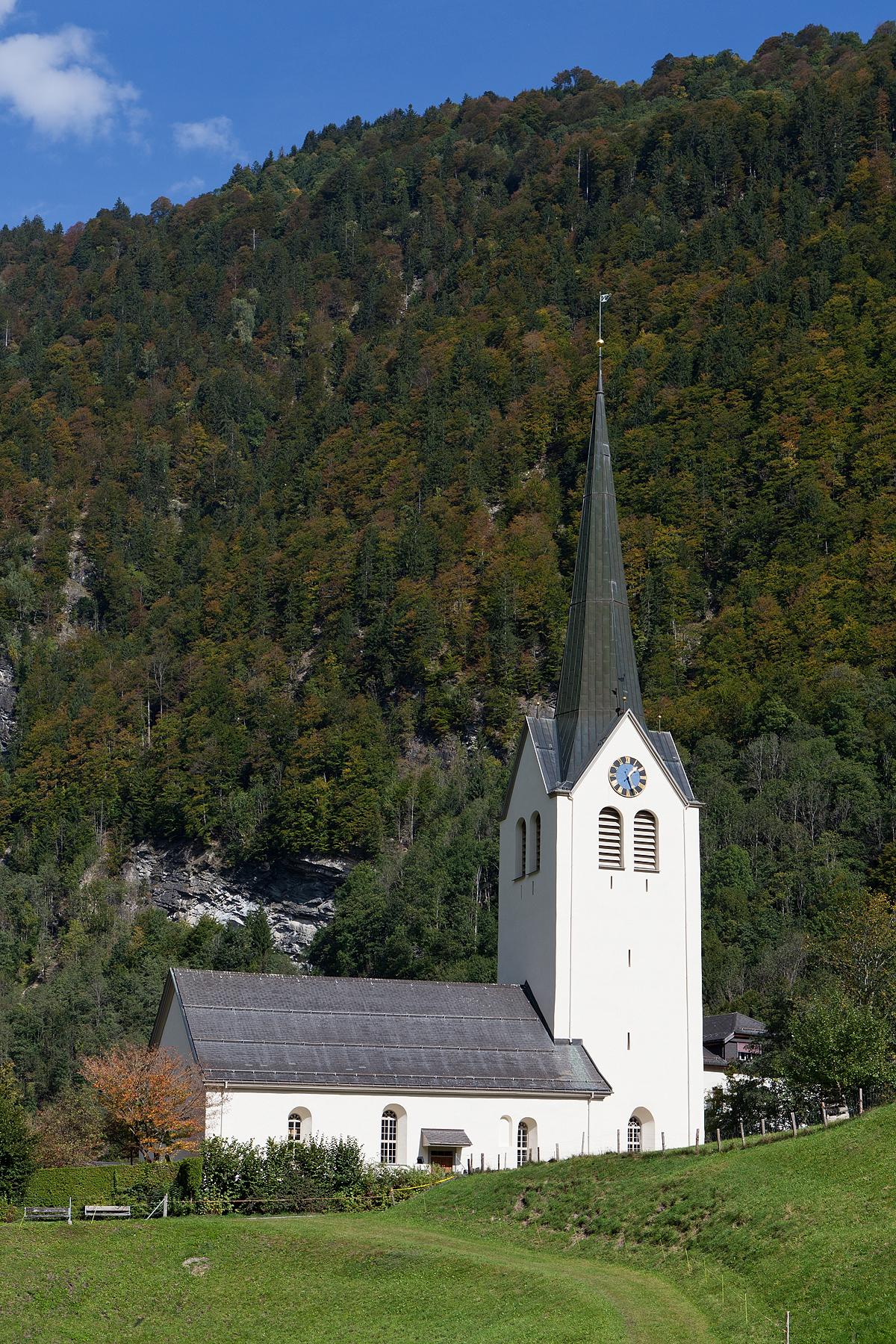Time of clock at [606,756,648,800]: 1:26
